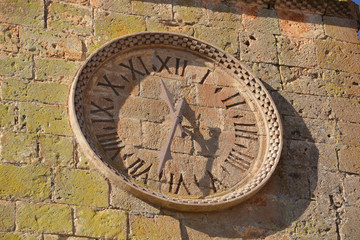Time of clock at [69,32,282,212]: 4:32
